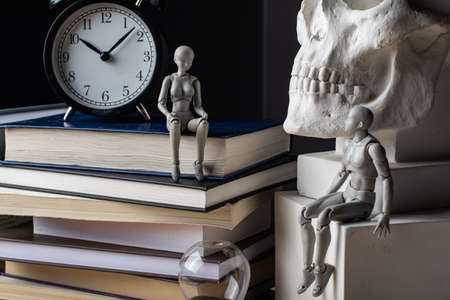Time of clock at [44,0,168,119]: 10:07
